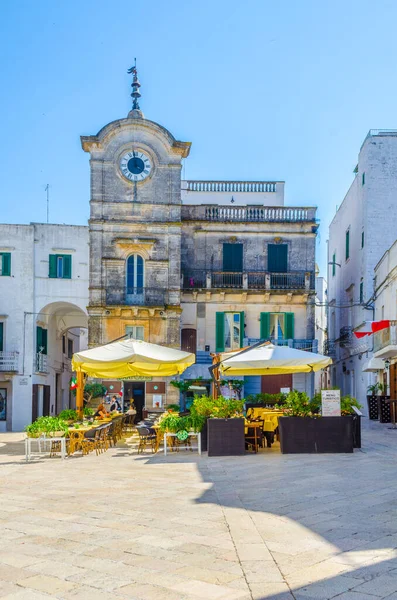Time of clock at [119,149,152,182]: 3:58
